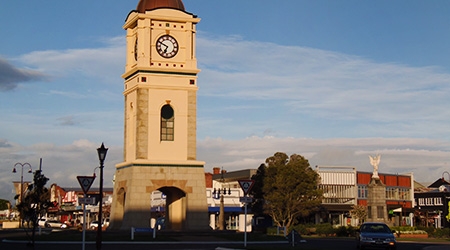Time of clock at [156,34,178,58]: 6:49
